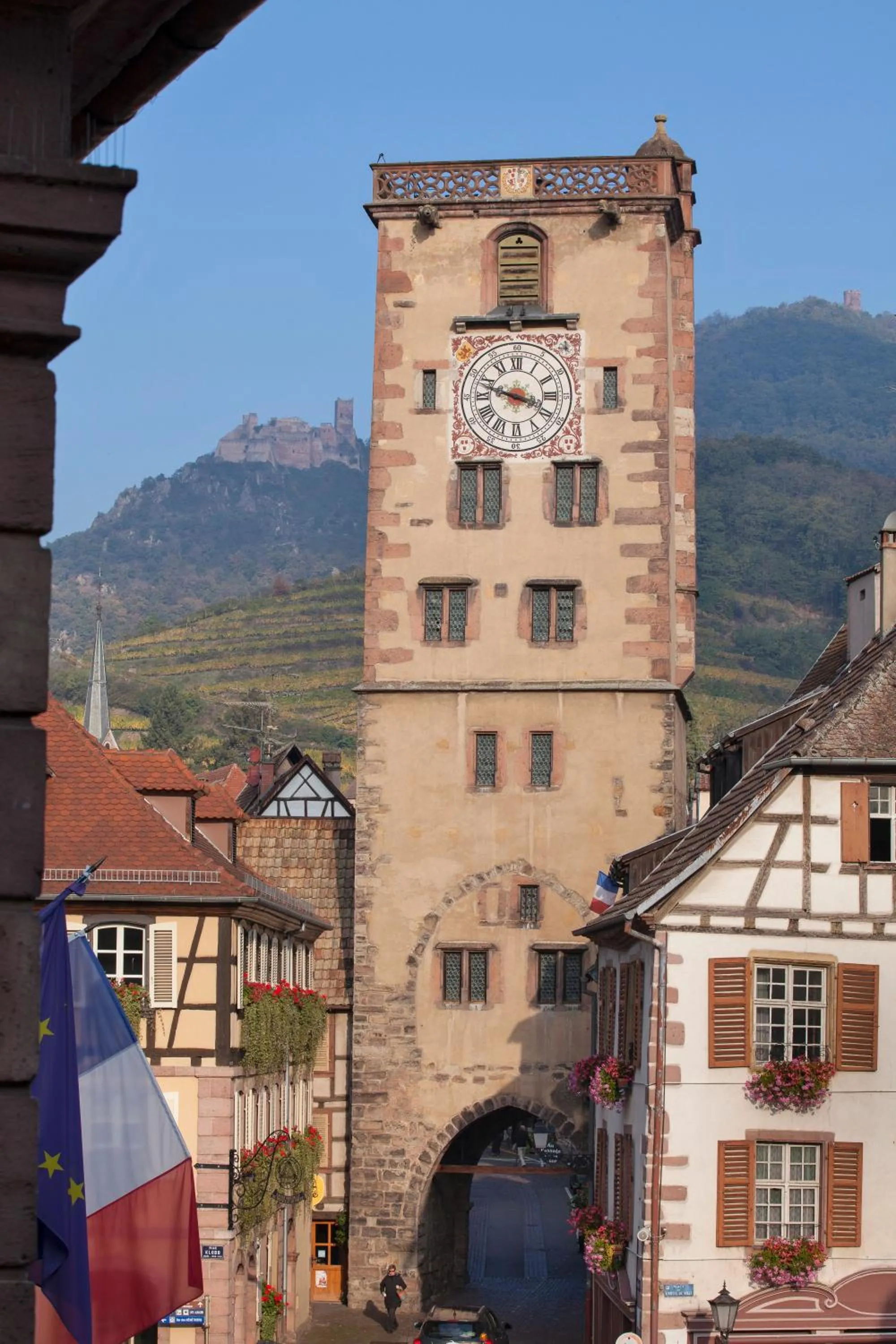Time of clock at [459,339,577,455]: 3:47
